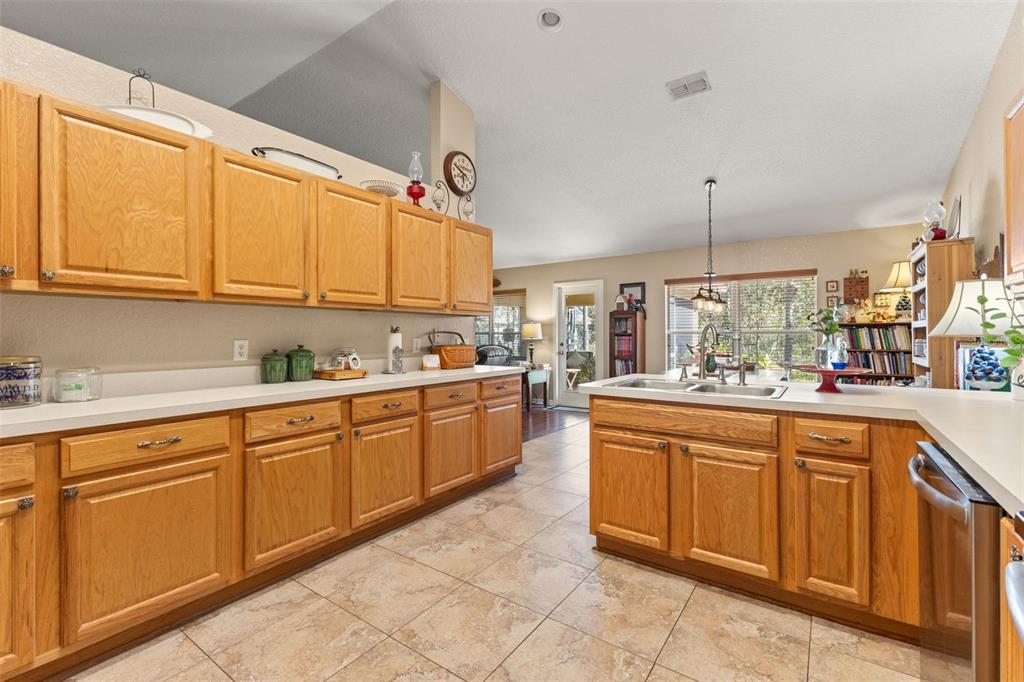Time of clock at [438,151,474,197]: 5:48
